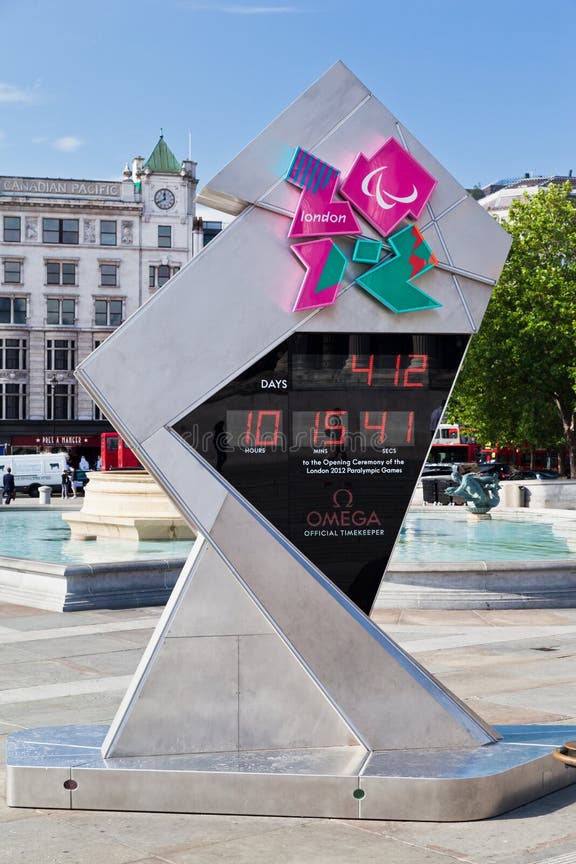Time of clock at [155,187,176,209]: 11:40
